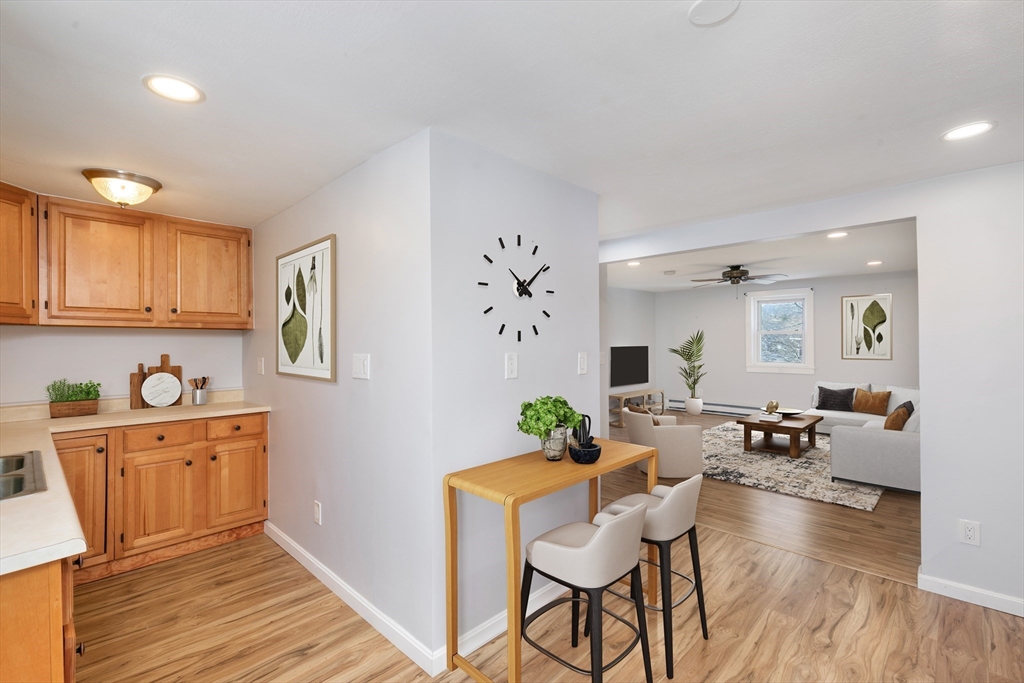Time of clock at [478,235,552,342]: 4:09
